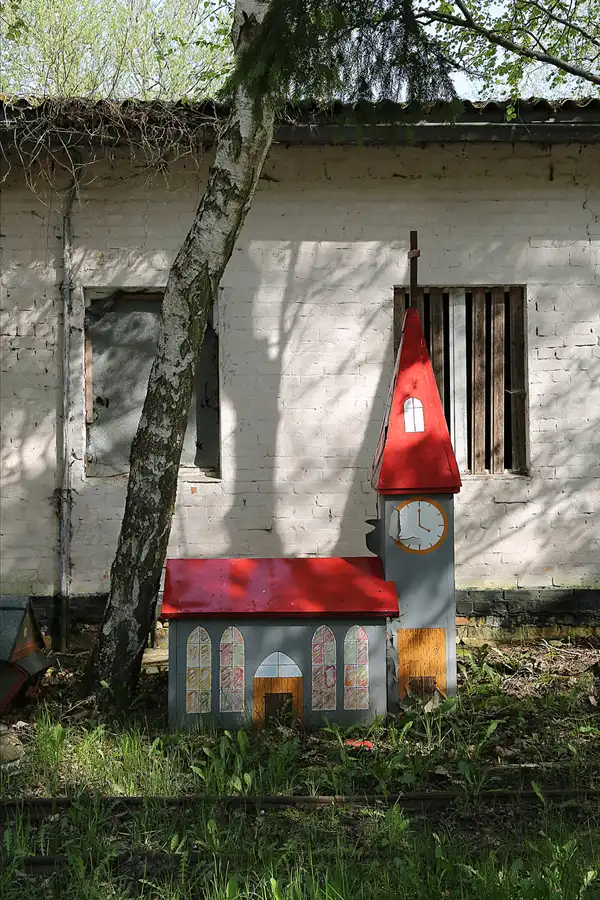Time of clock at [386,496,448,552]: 4:00
